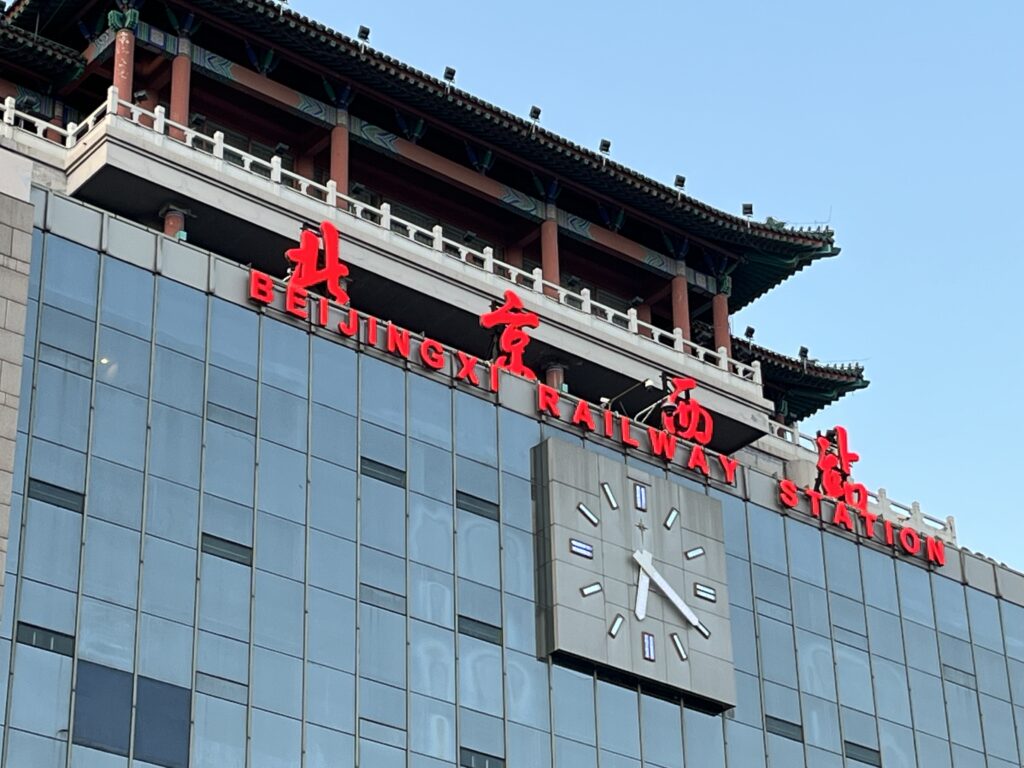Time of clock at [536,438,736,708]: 6:20
